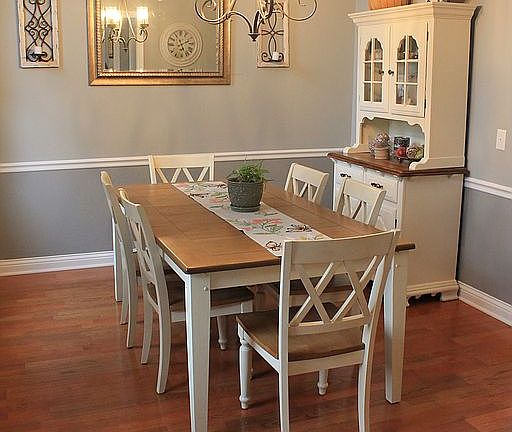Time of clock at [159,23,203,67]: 5:11
